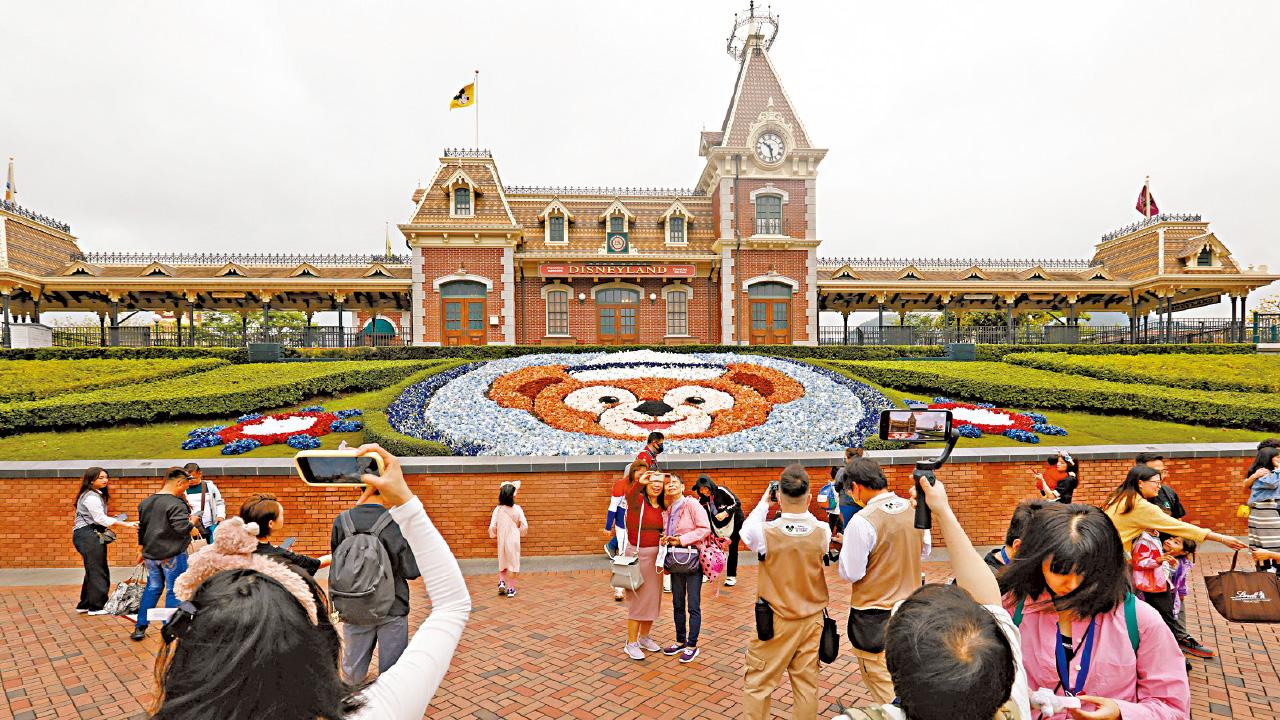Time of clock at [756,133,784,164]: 10:28
